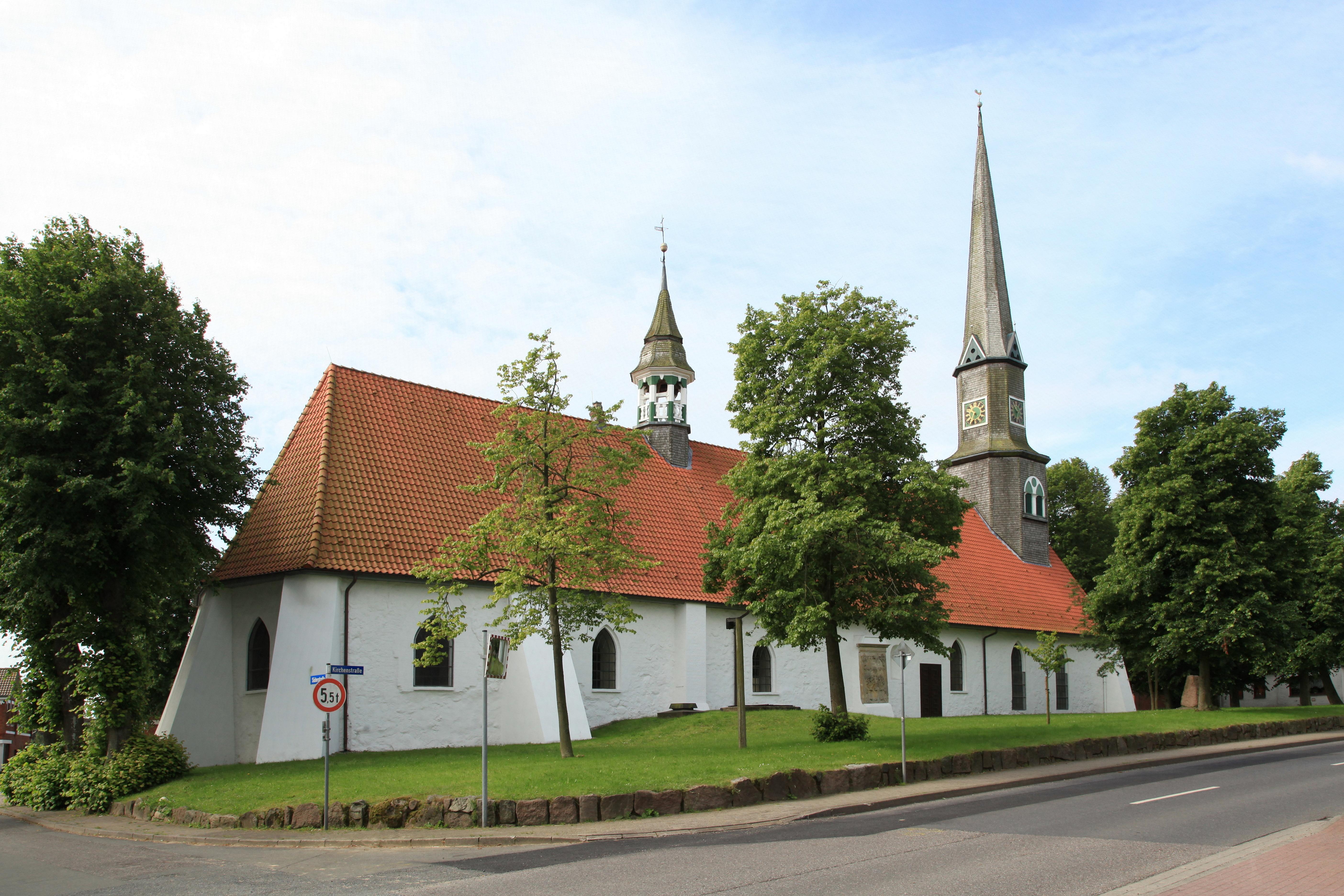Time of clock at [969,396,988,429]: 10:34
